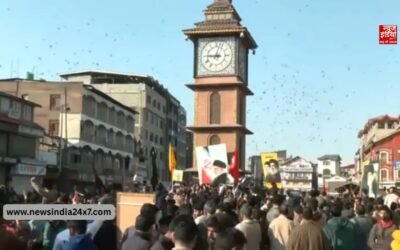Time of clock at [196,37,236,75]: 9:02
